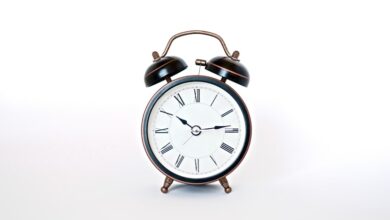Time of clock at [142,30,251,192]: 10:13
